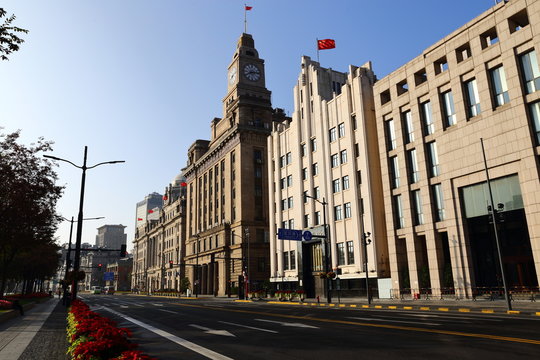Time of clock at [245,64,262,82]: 8:13
